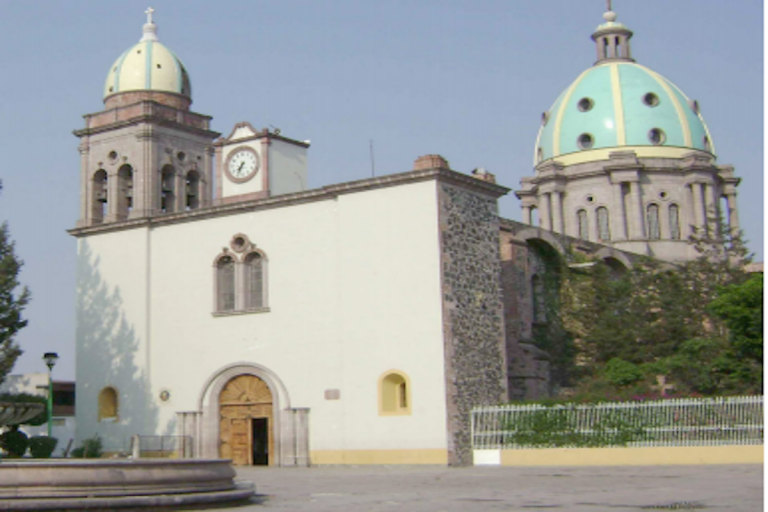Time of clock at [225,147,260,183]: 7:34
